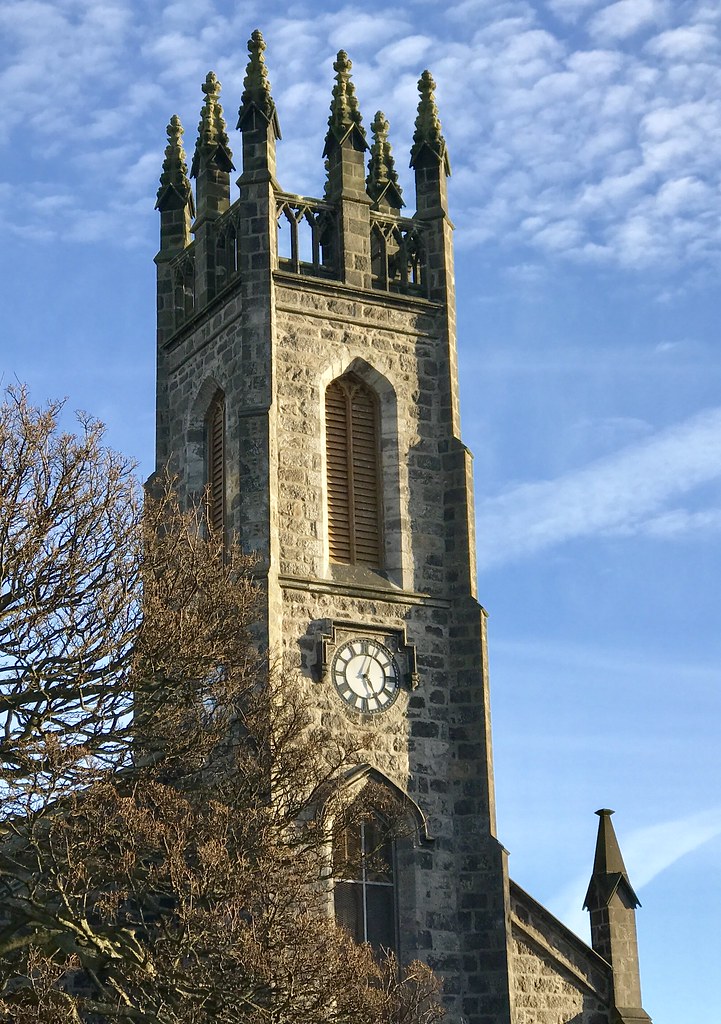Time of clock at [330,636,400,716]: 5:03
